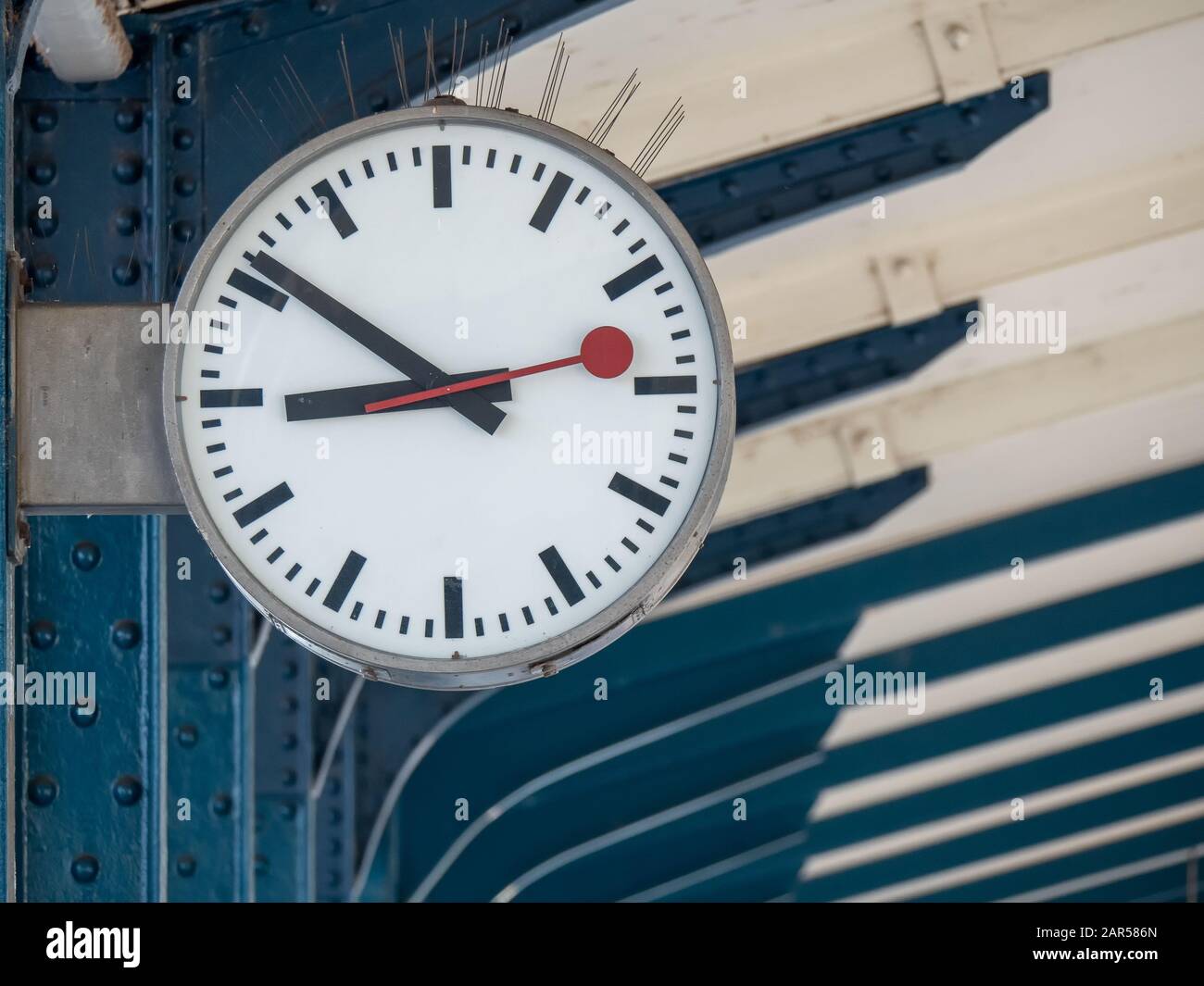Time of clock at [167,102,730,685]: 8:51
